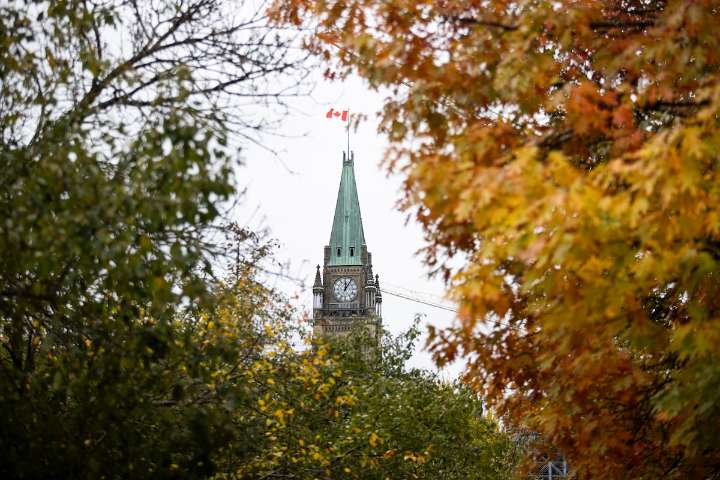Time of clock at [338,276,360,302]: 12:05
